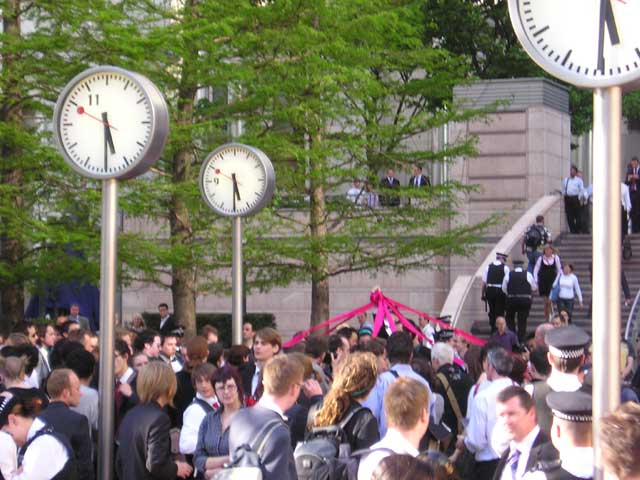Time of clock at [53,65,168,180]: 5:30
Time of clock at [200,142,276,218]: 5:30
